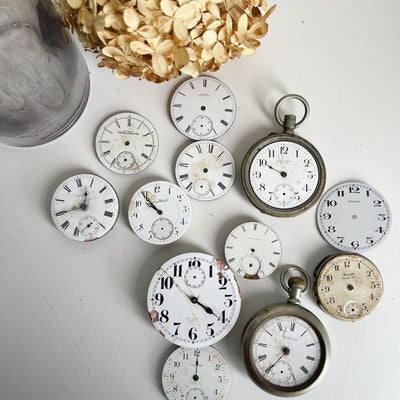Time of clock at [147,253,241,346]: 4:20
